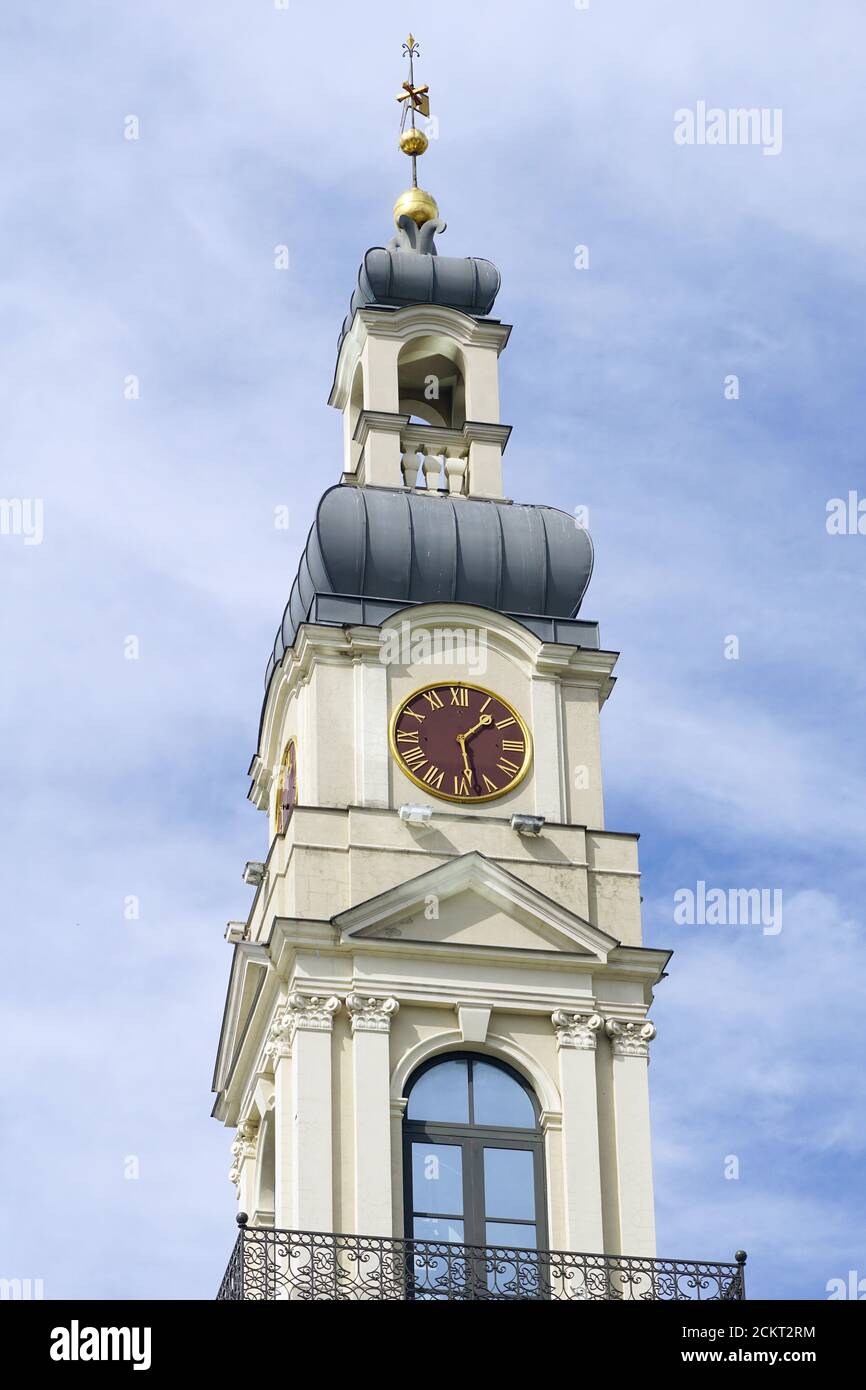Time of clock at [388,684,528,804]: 1:28
